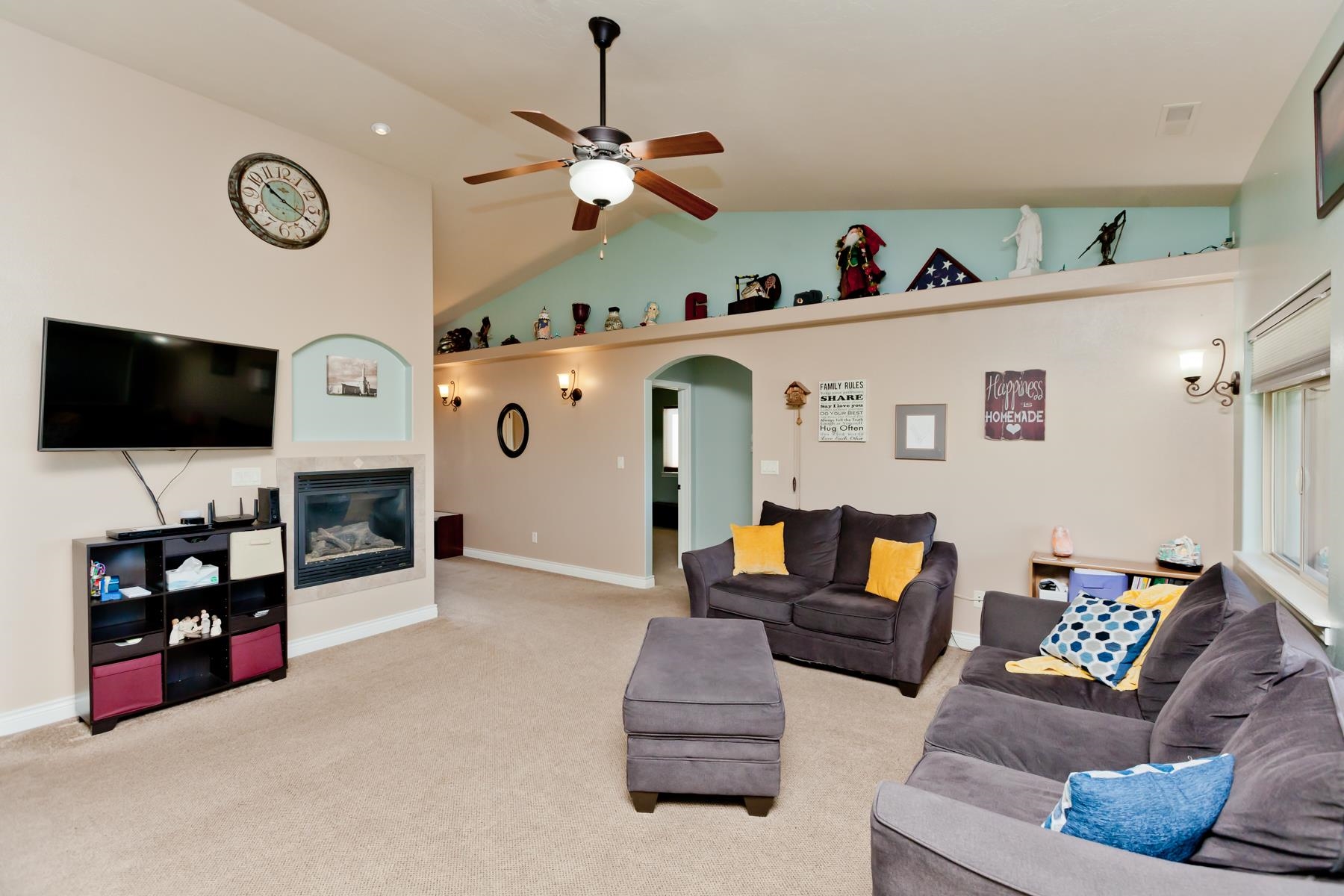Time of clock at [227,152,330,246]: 10:19
